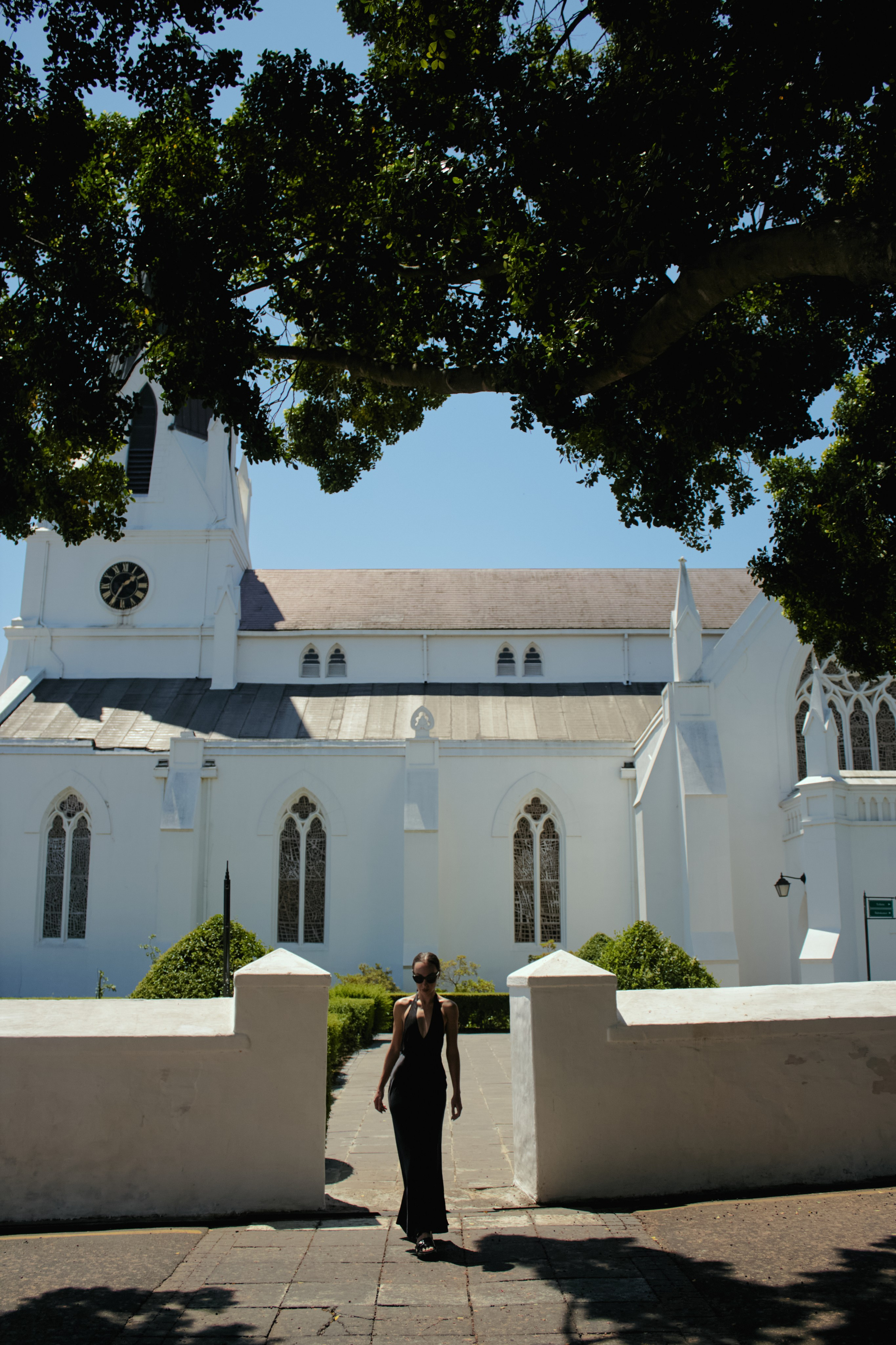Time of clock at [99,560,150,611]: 1:35
